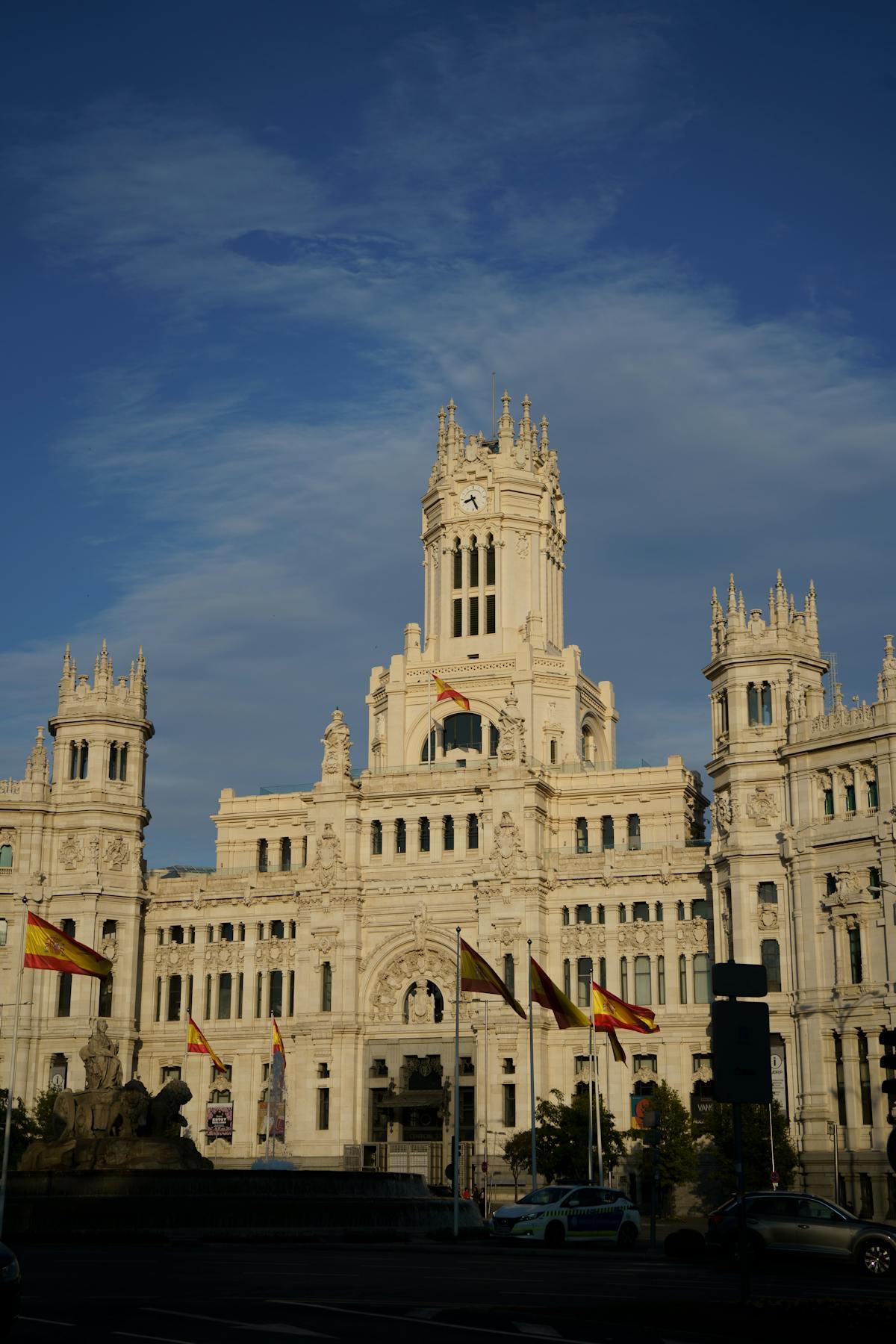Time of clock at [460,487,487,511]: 8:26
